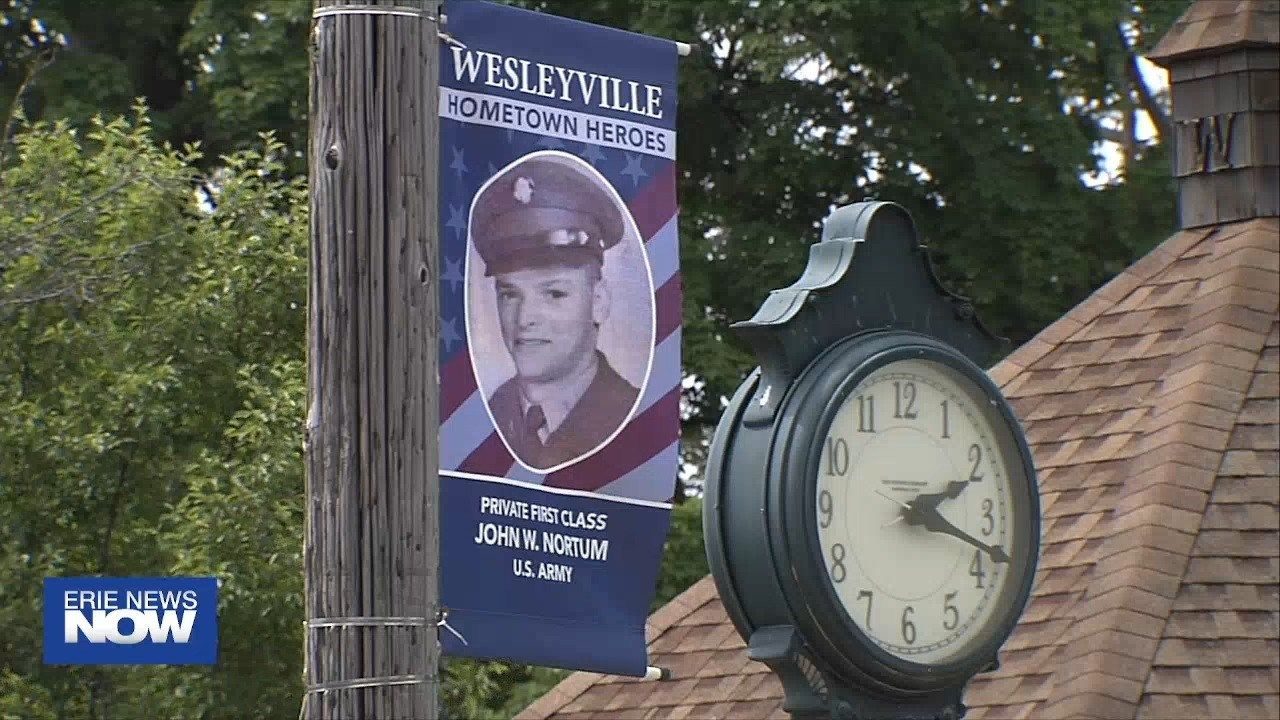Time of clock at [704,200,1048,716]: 2:18
